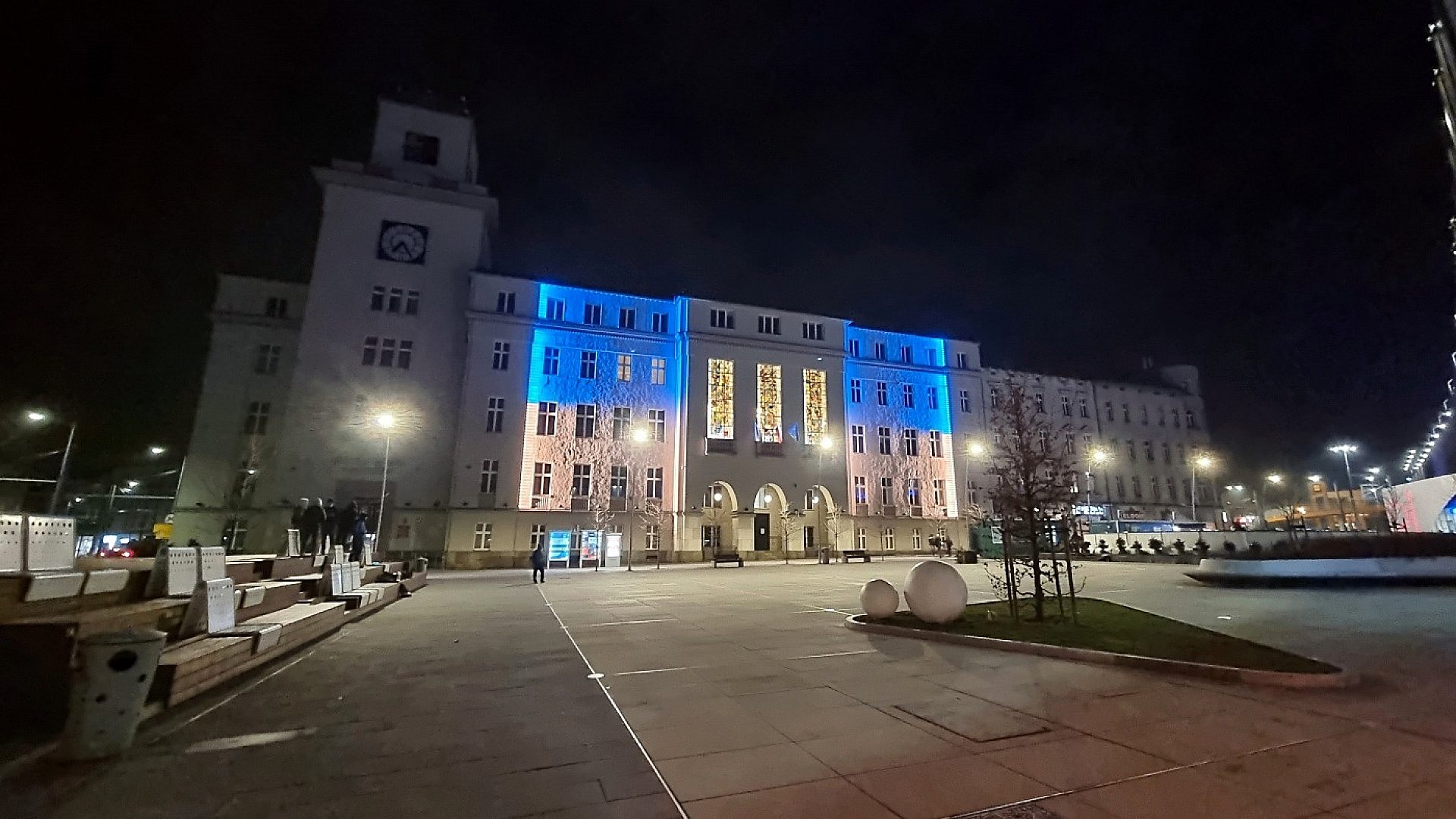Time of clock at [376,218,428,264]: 7:24
